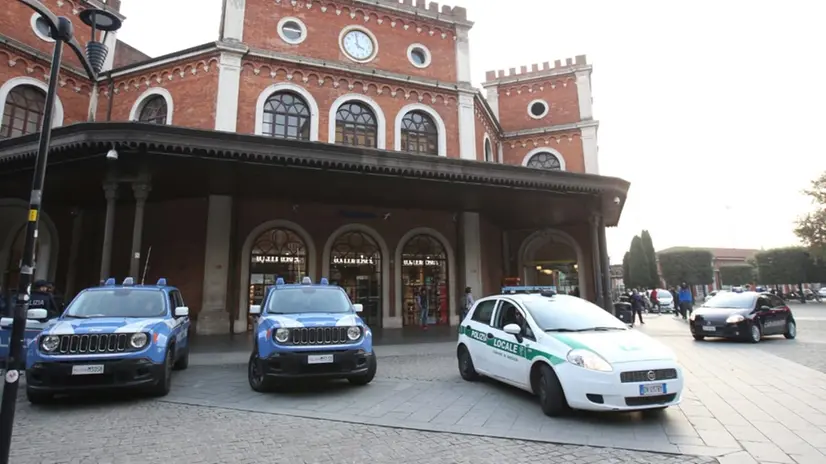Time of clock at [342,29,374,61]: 3:58
